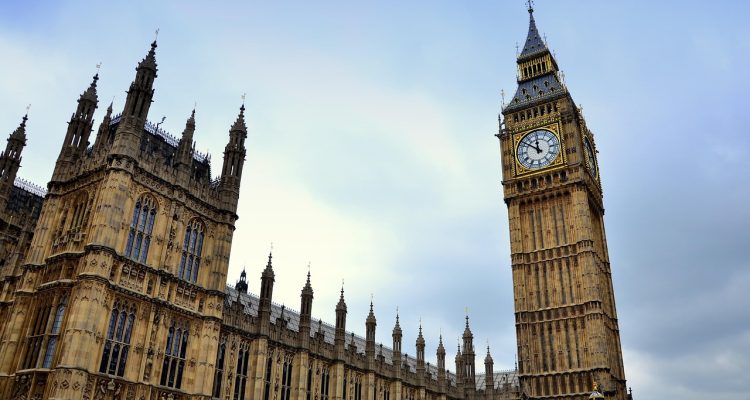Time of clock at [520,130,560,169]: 11:51
